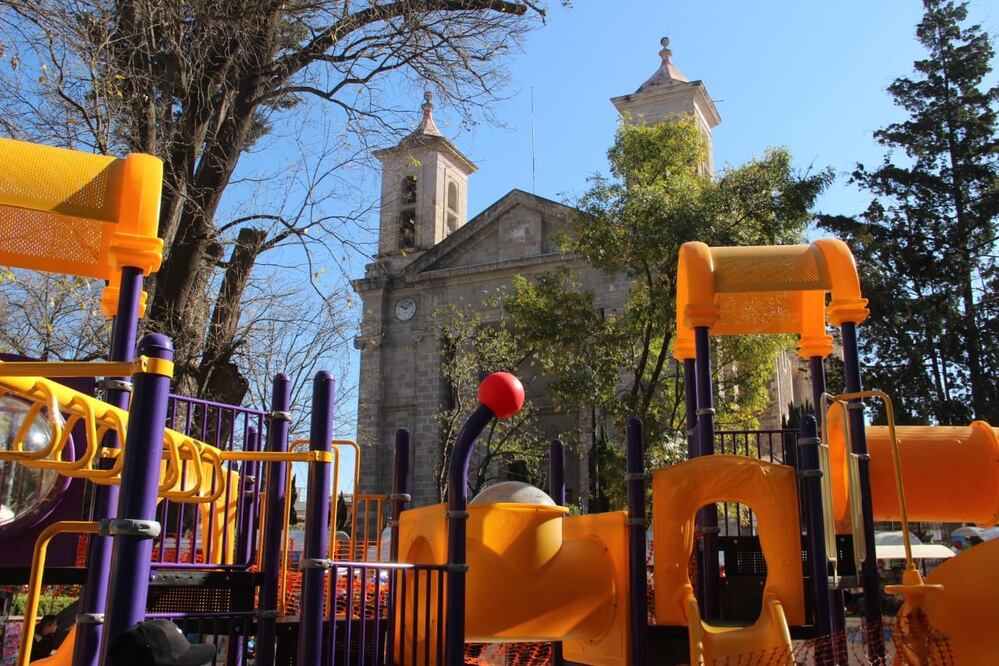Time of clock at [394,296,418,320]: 10:07
